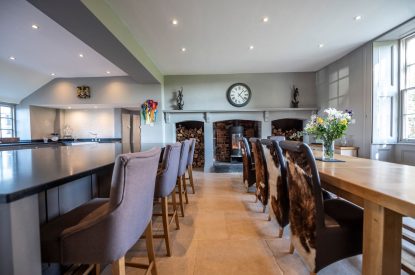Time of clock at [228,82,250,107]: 1:22
